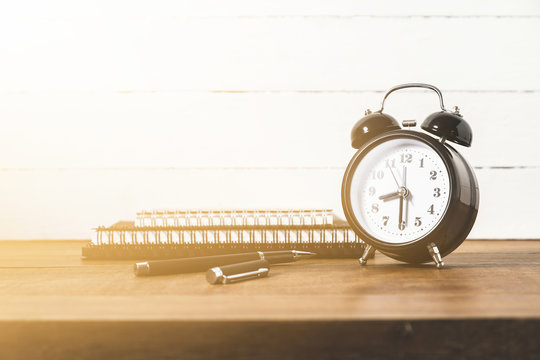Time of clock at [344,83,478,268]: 8:30
